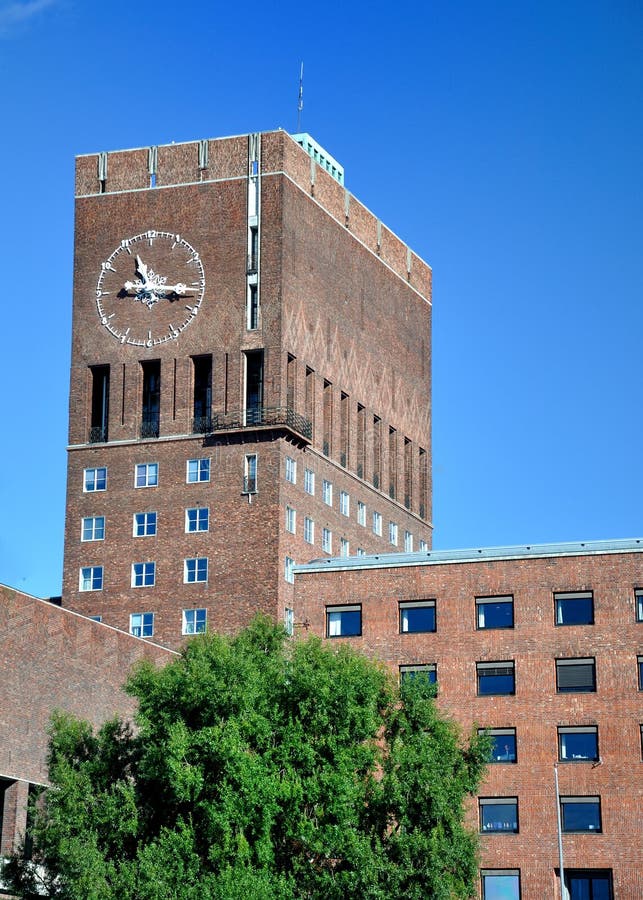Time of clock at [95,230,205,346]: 11:16
